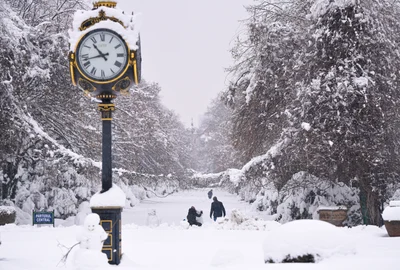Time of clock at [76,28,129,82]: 10:42
